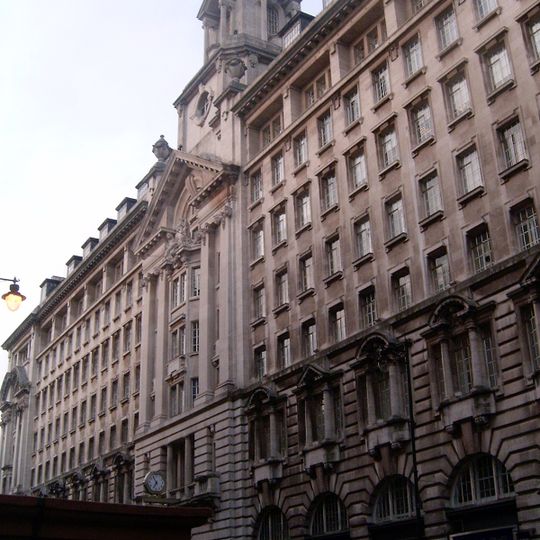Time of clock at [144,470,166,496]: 6:54
